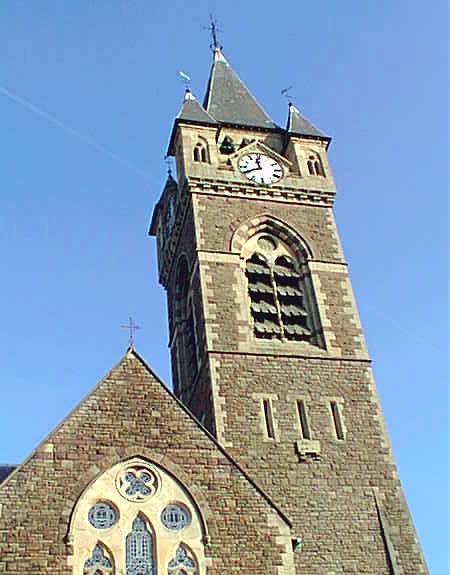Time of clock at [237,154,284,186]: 11:40
